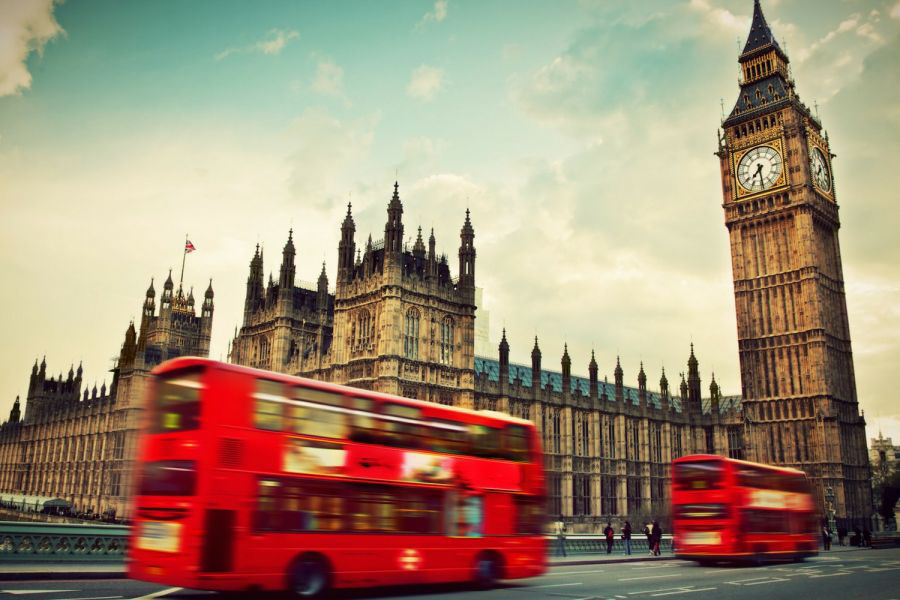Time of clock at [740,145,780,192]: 7:29
